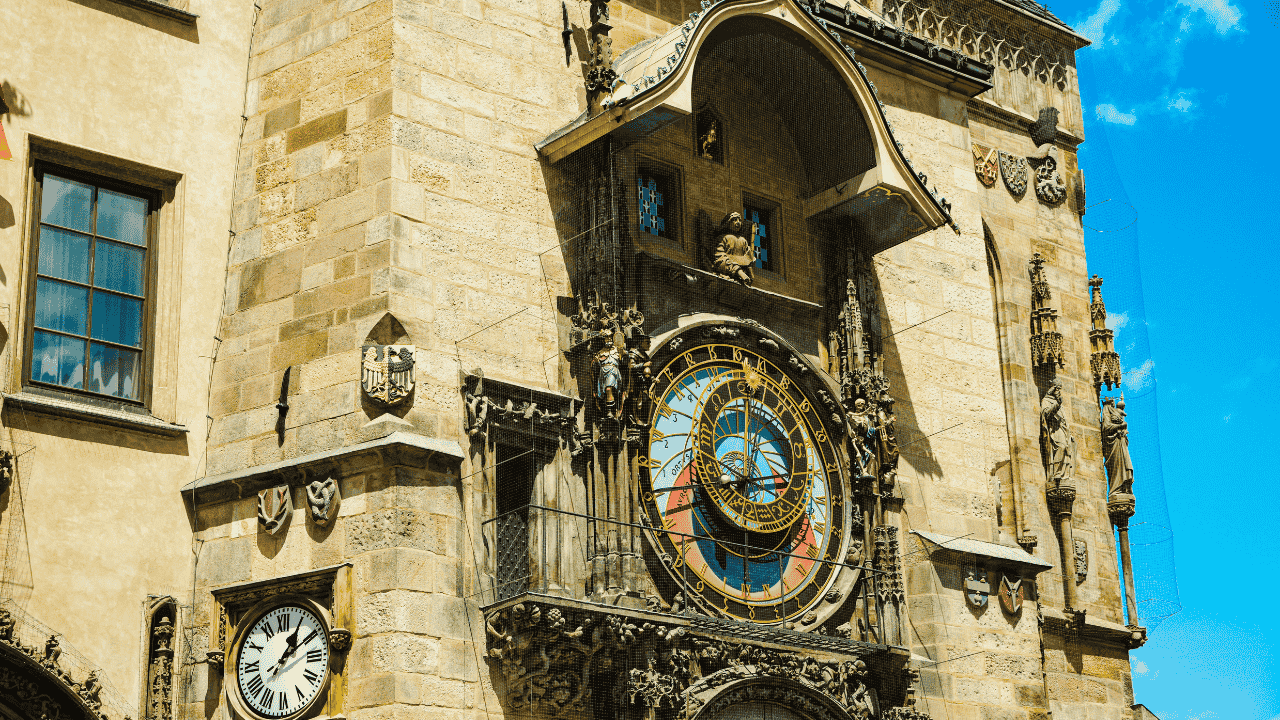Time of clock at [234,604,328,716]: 1:10
